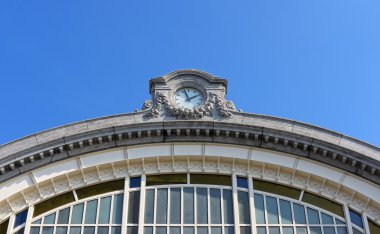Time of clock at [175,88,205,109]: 1:56
